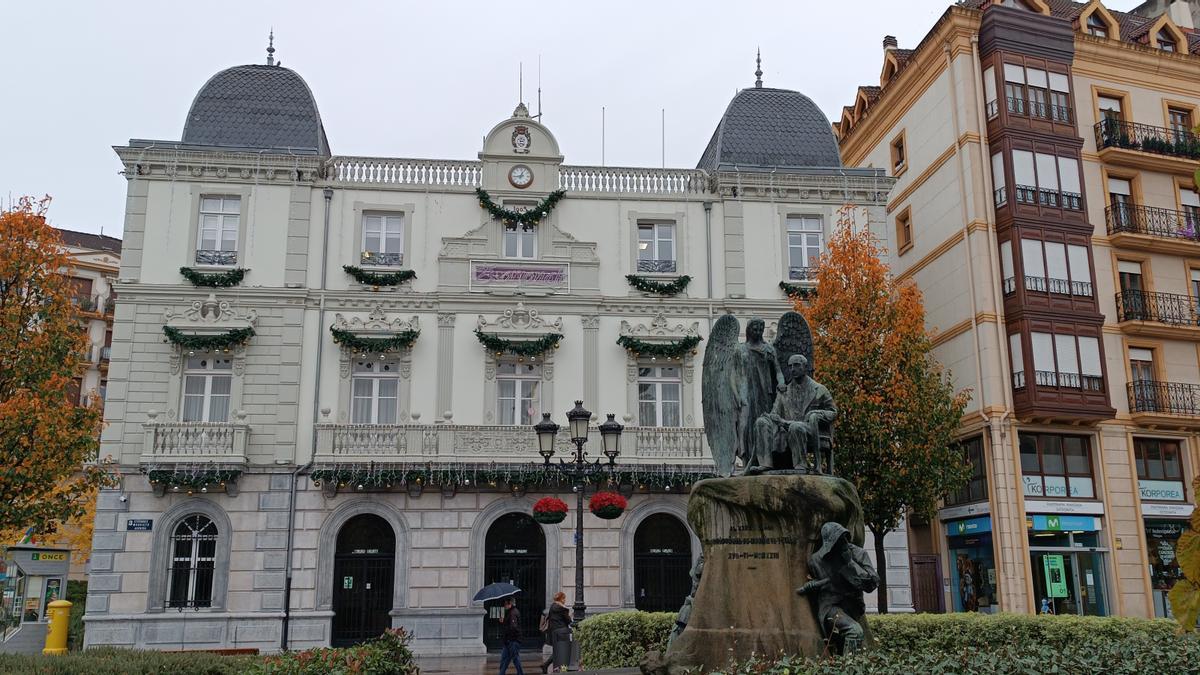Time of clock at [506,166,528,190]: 12:43
